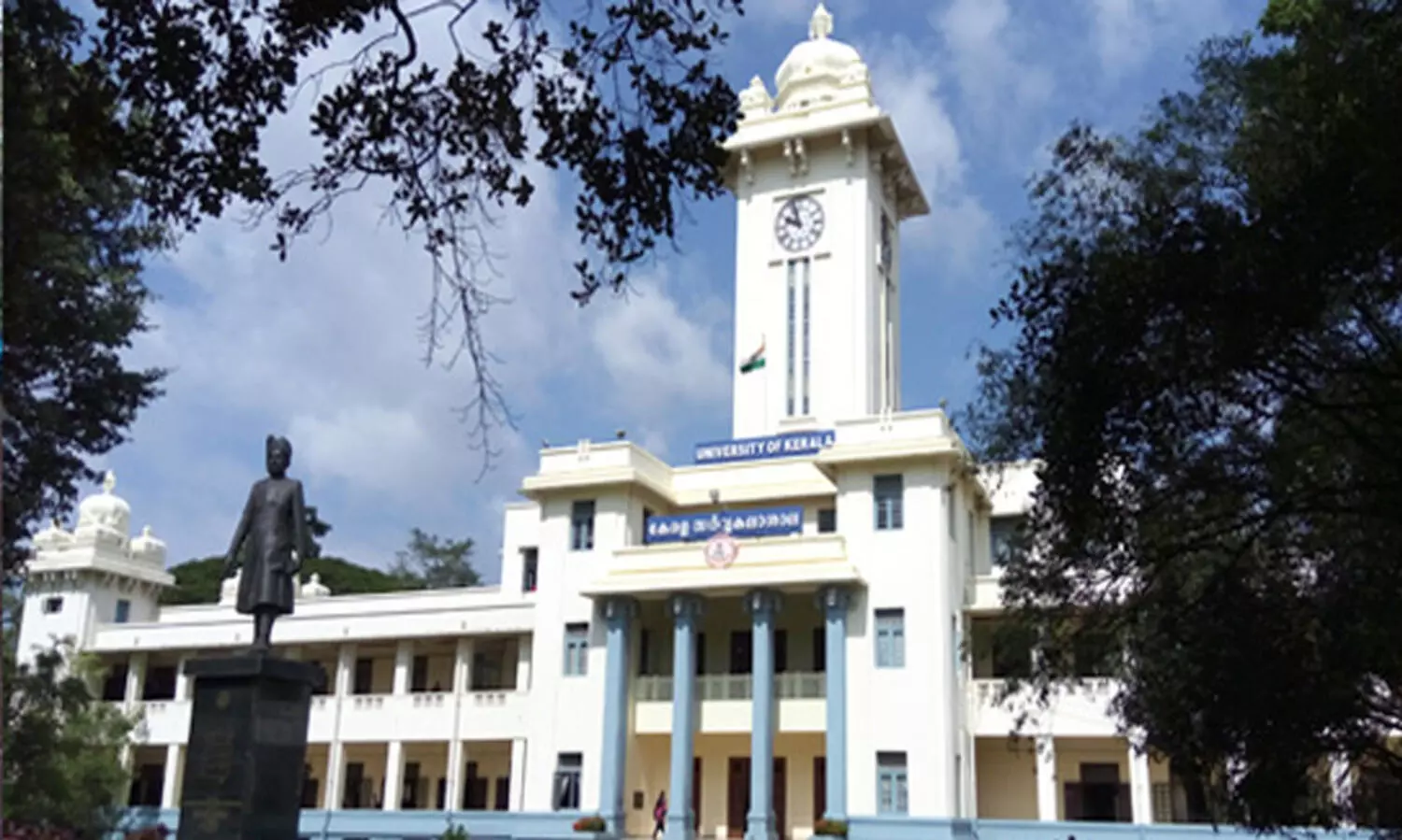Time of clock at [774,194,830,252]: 9:57
